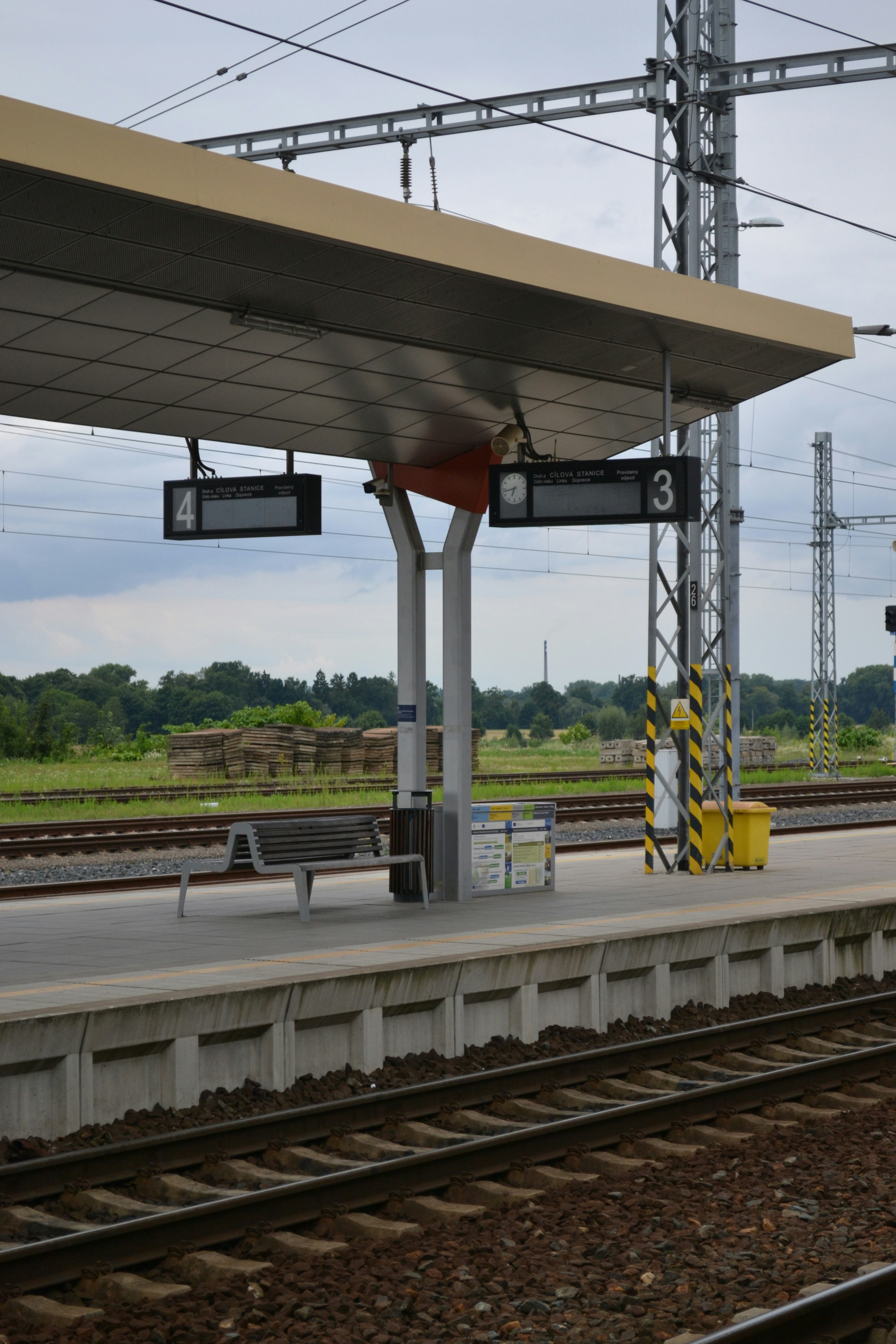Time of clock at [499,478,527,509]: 6:43
